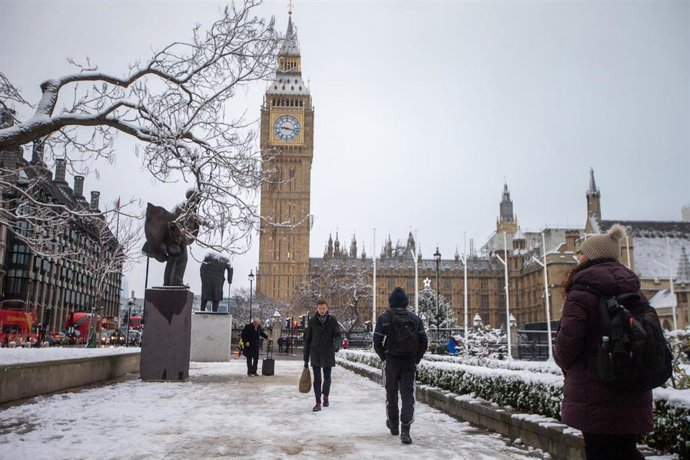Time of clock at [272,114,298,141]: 9:17
